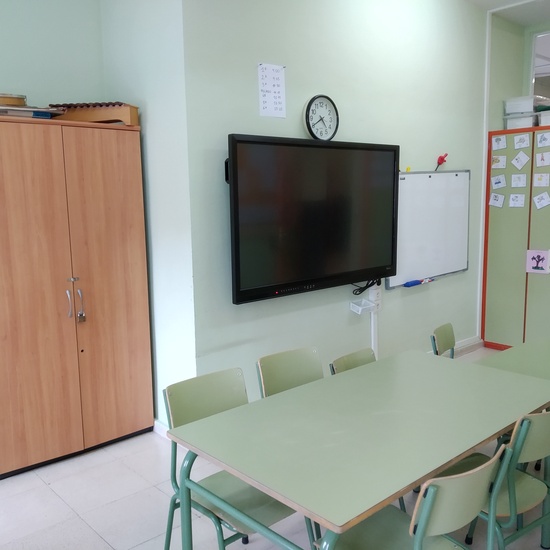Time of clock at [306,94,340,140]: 4:40
